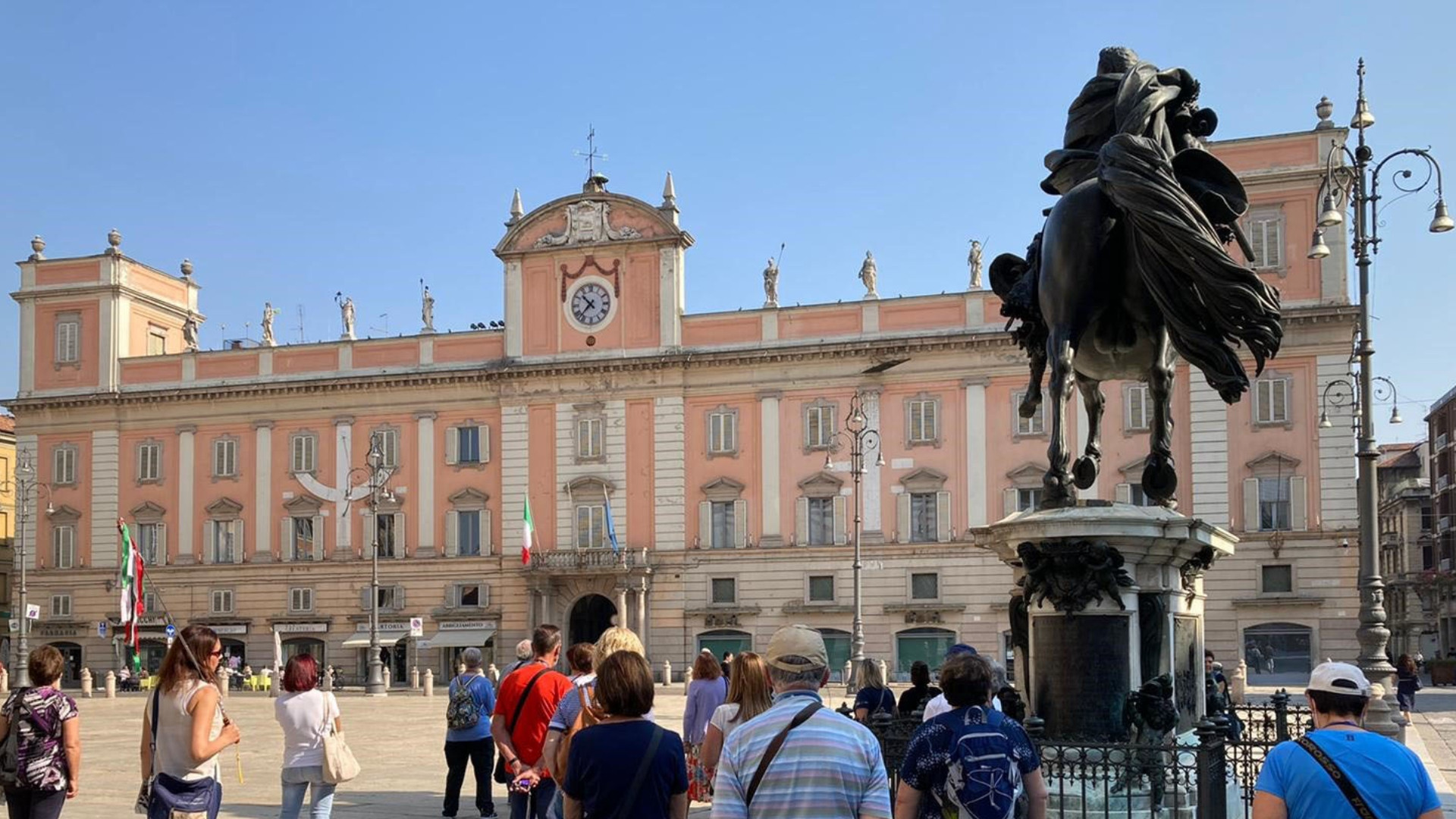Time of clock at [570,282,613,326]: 10:37
